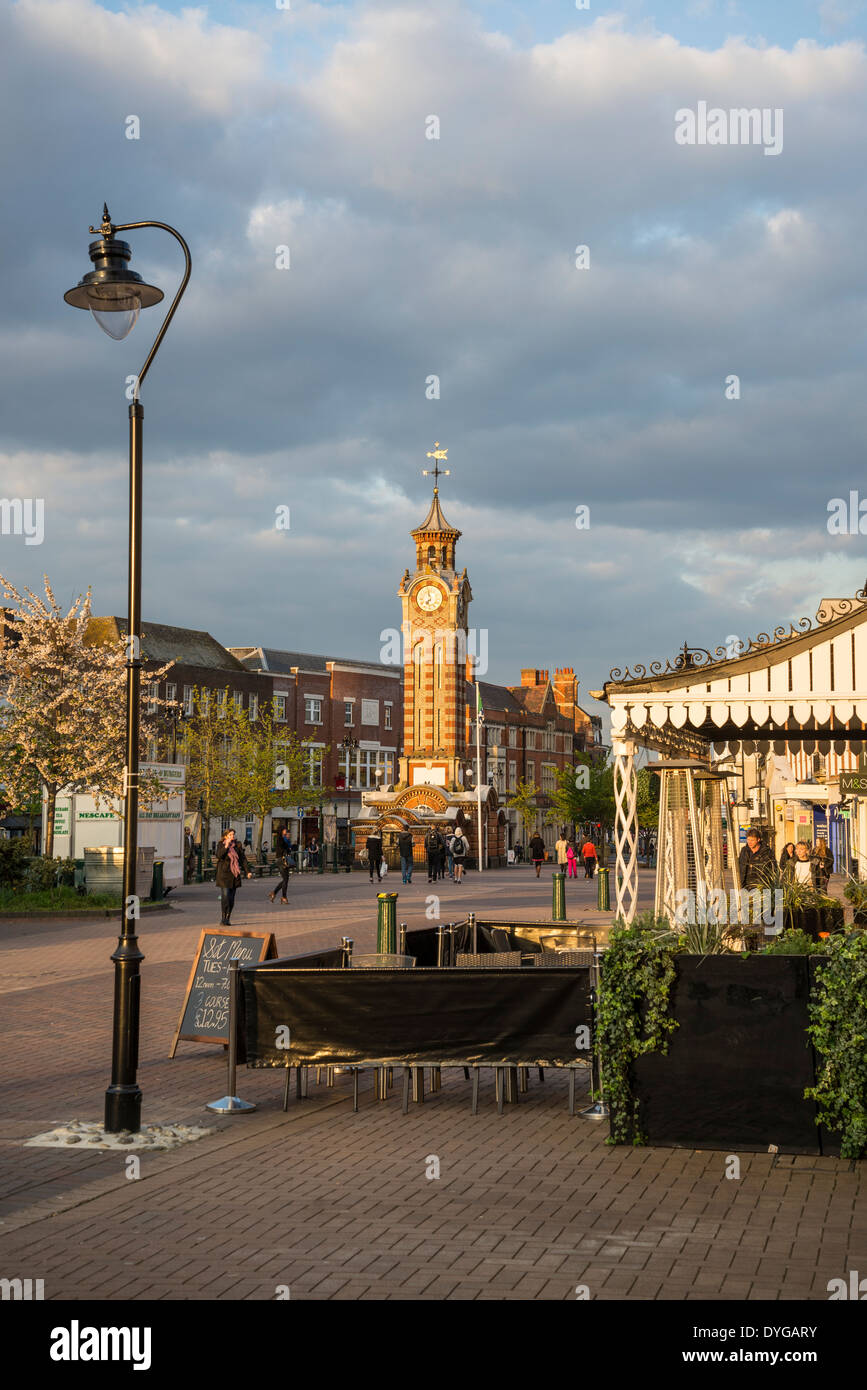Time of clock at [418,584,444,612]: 6:58
